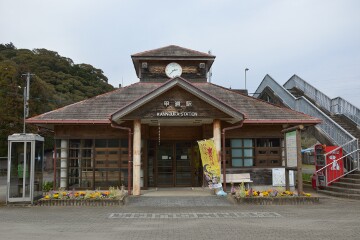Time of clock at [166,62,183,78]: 2:37
